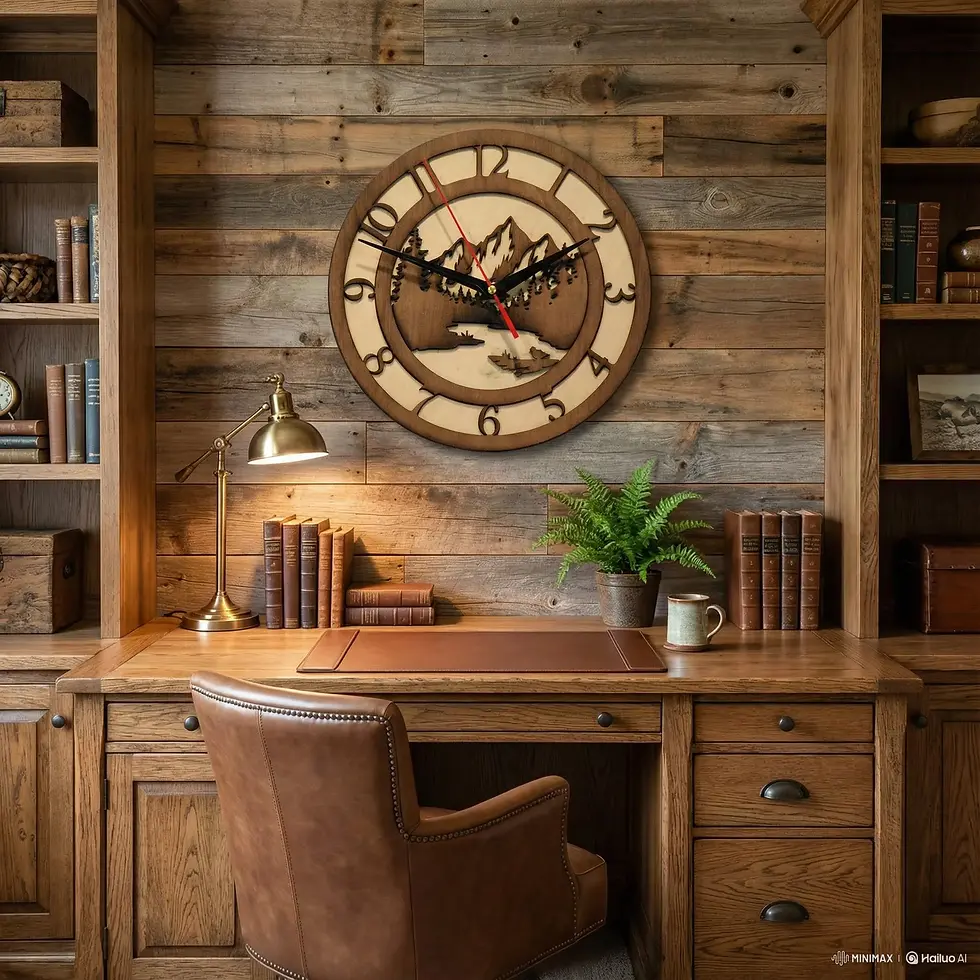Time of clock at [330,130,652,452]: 1:48
